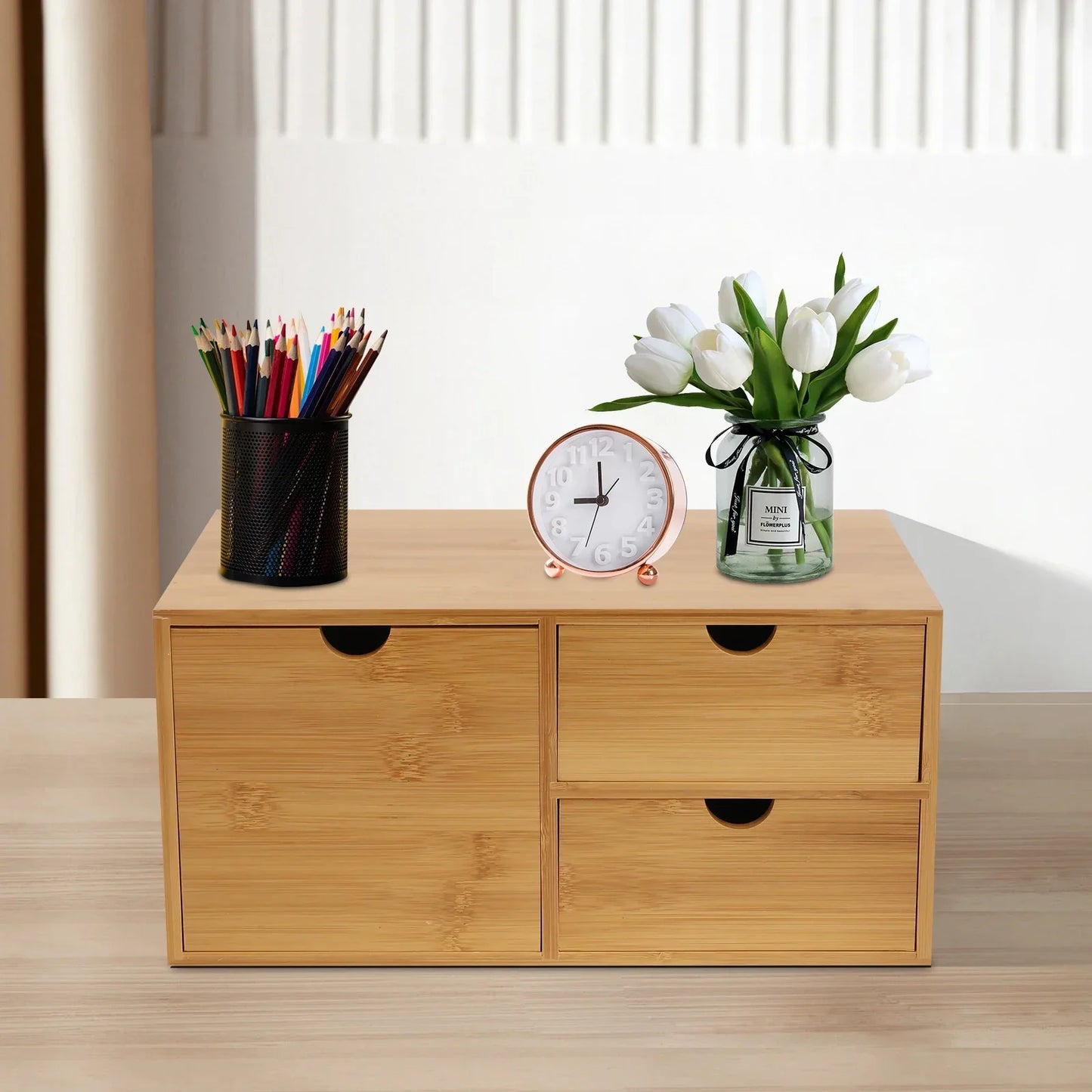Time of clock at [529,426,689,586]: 8:59
